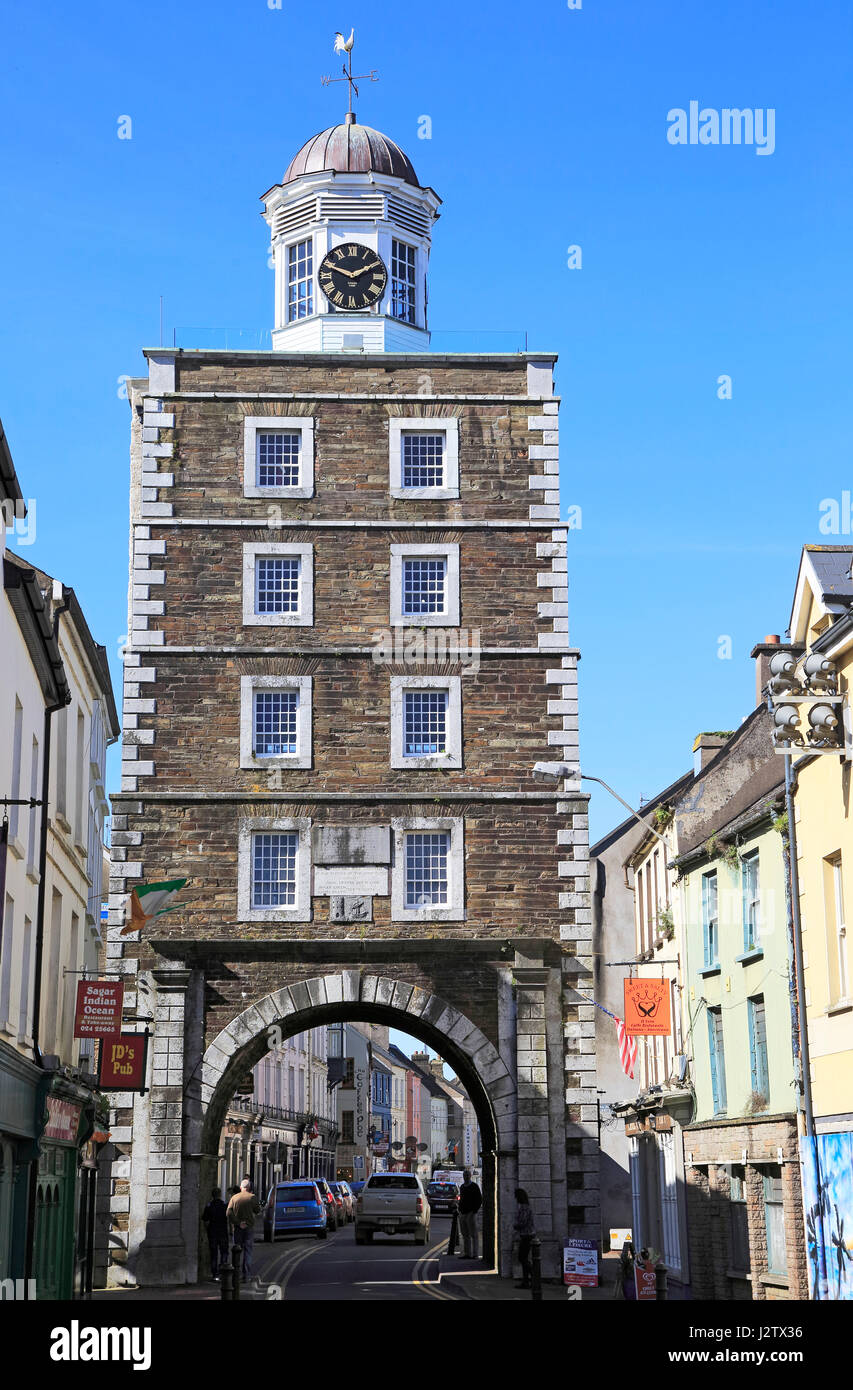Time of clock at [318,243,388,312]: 1:48
